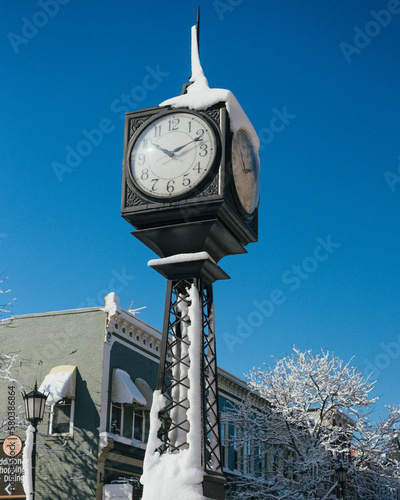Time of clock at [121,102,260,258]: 10:11
